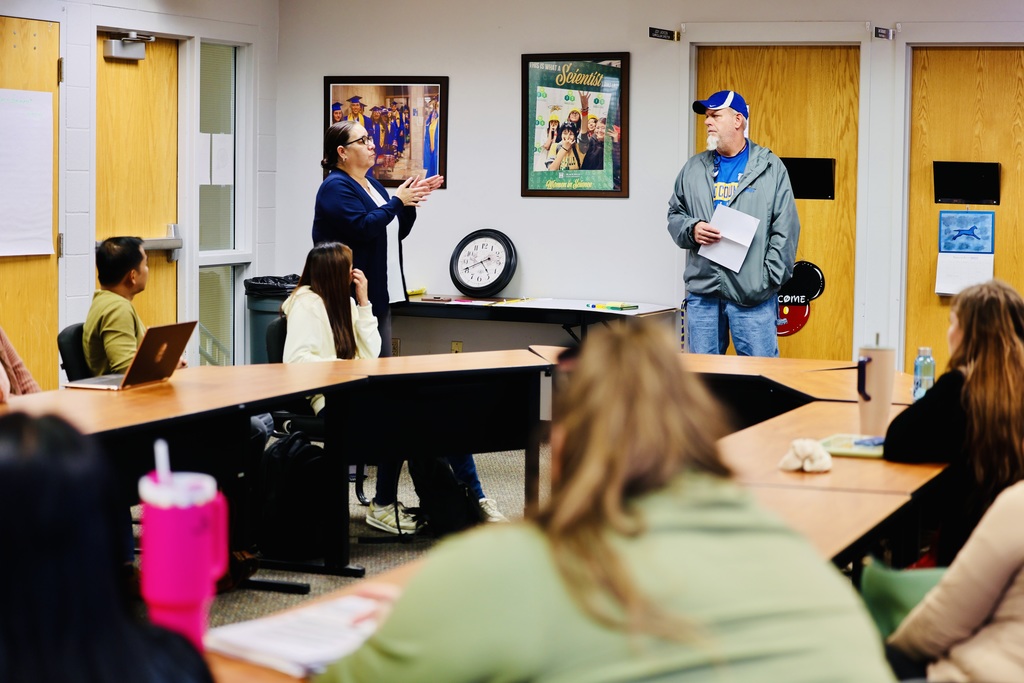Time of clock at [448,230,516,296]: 4:40
